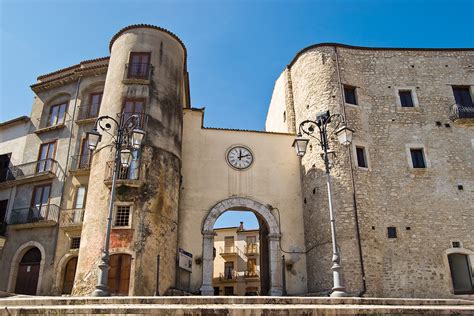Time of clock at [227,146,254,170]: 12:11
